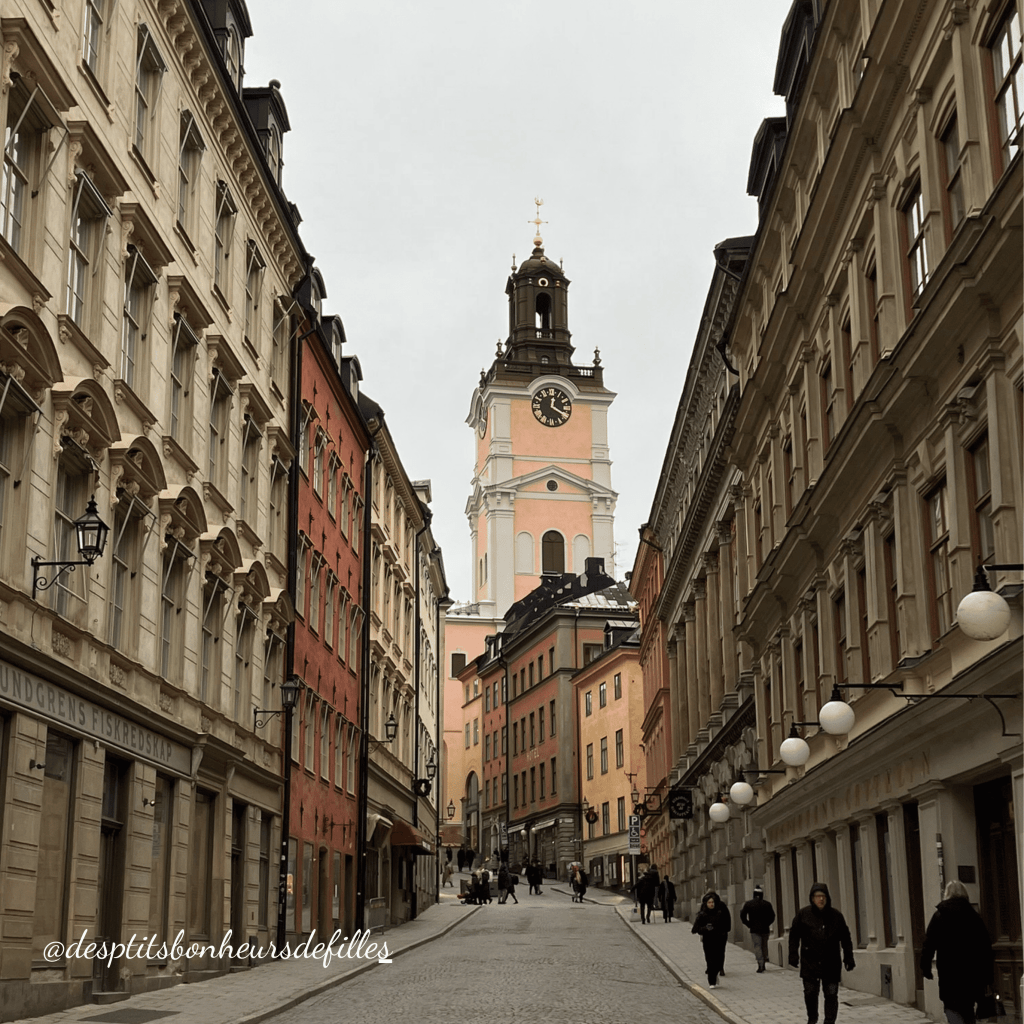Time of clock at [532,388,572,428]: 12:19
